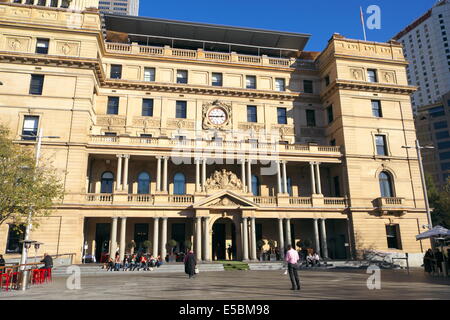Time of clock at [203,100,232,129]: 2:45
